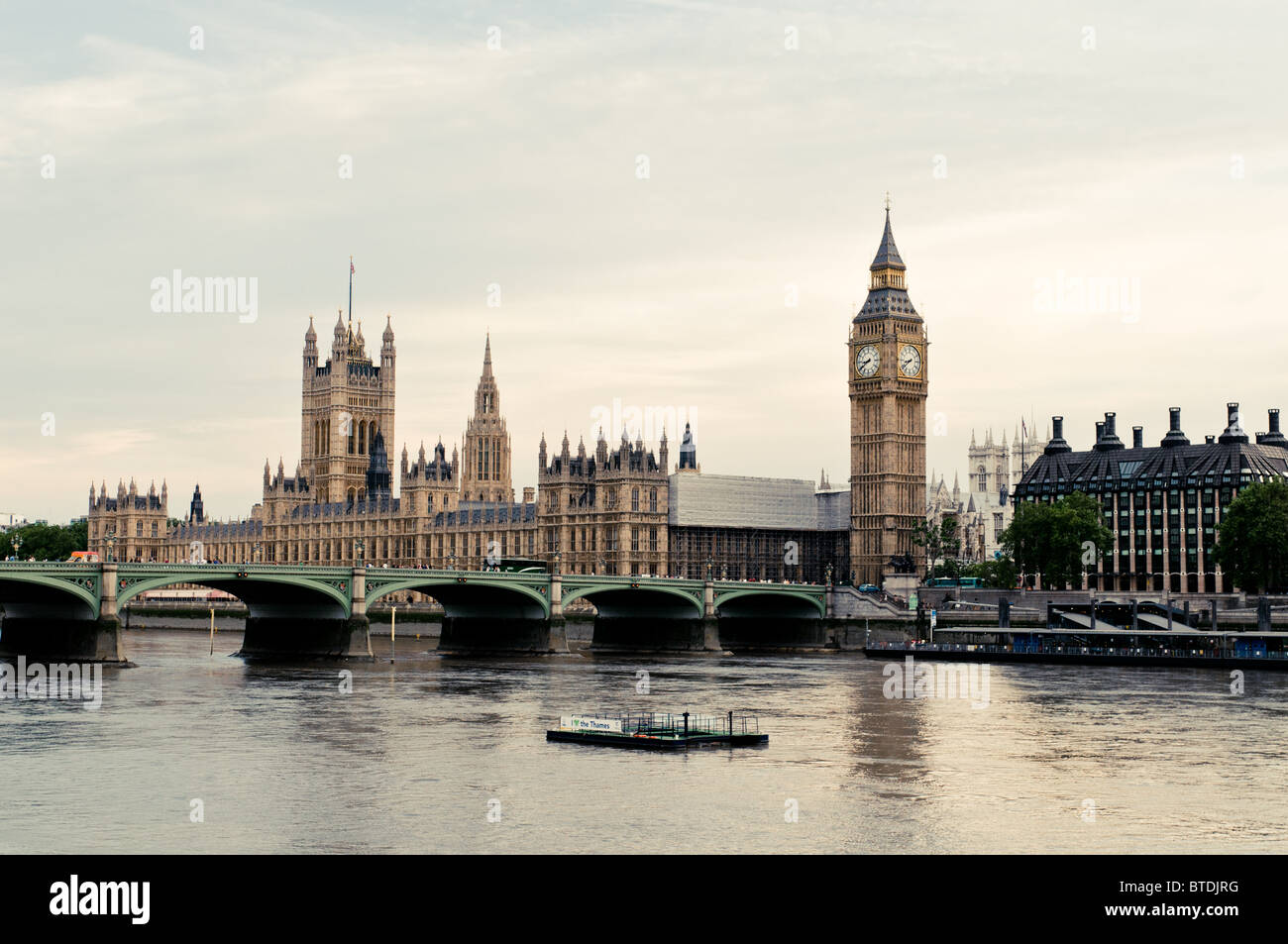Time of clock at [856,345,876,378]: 8:39
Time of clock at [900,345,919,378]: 8:38
